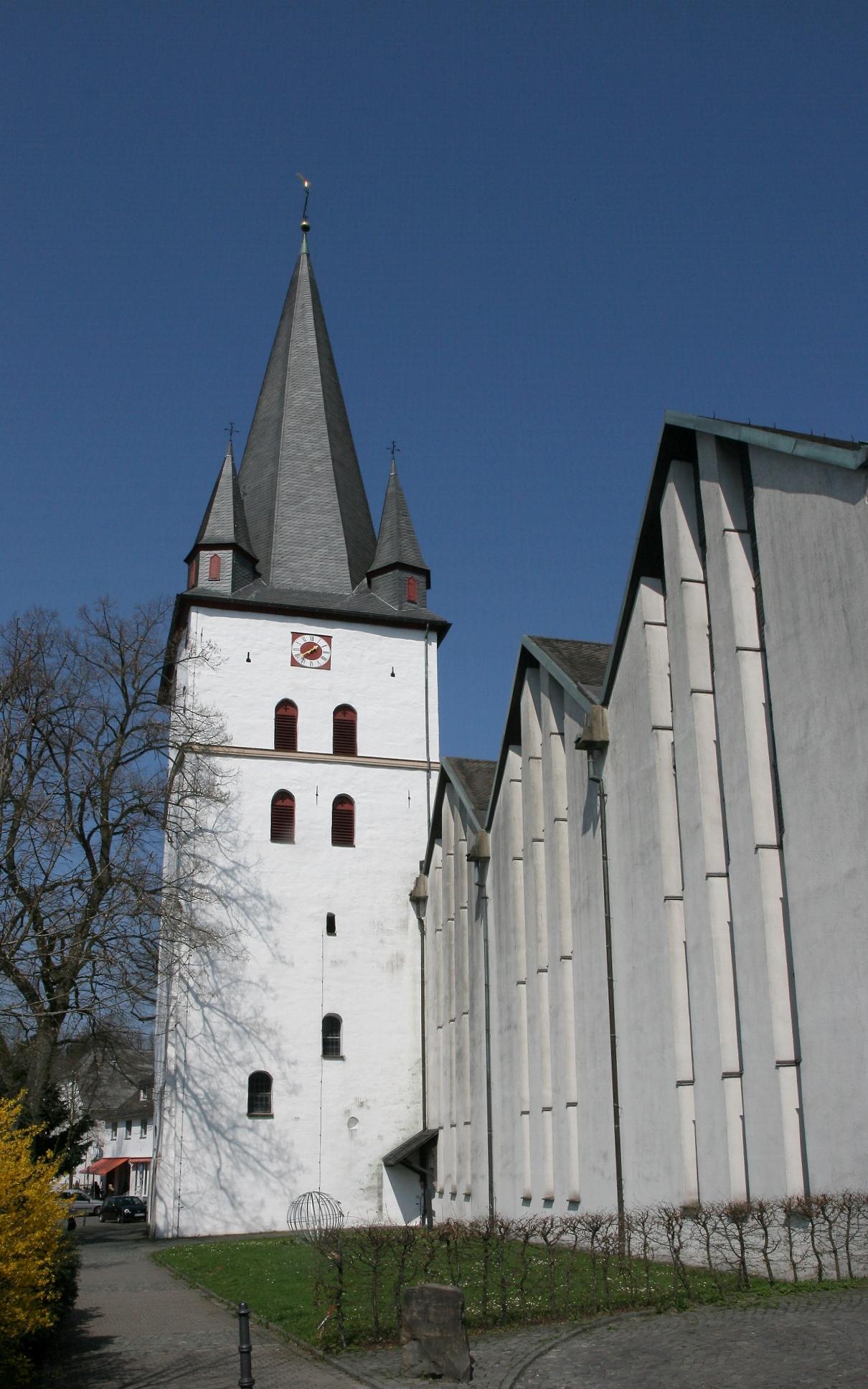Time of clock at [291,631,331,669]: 1:39
